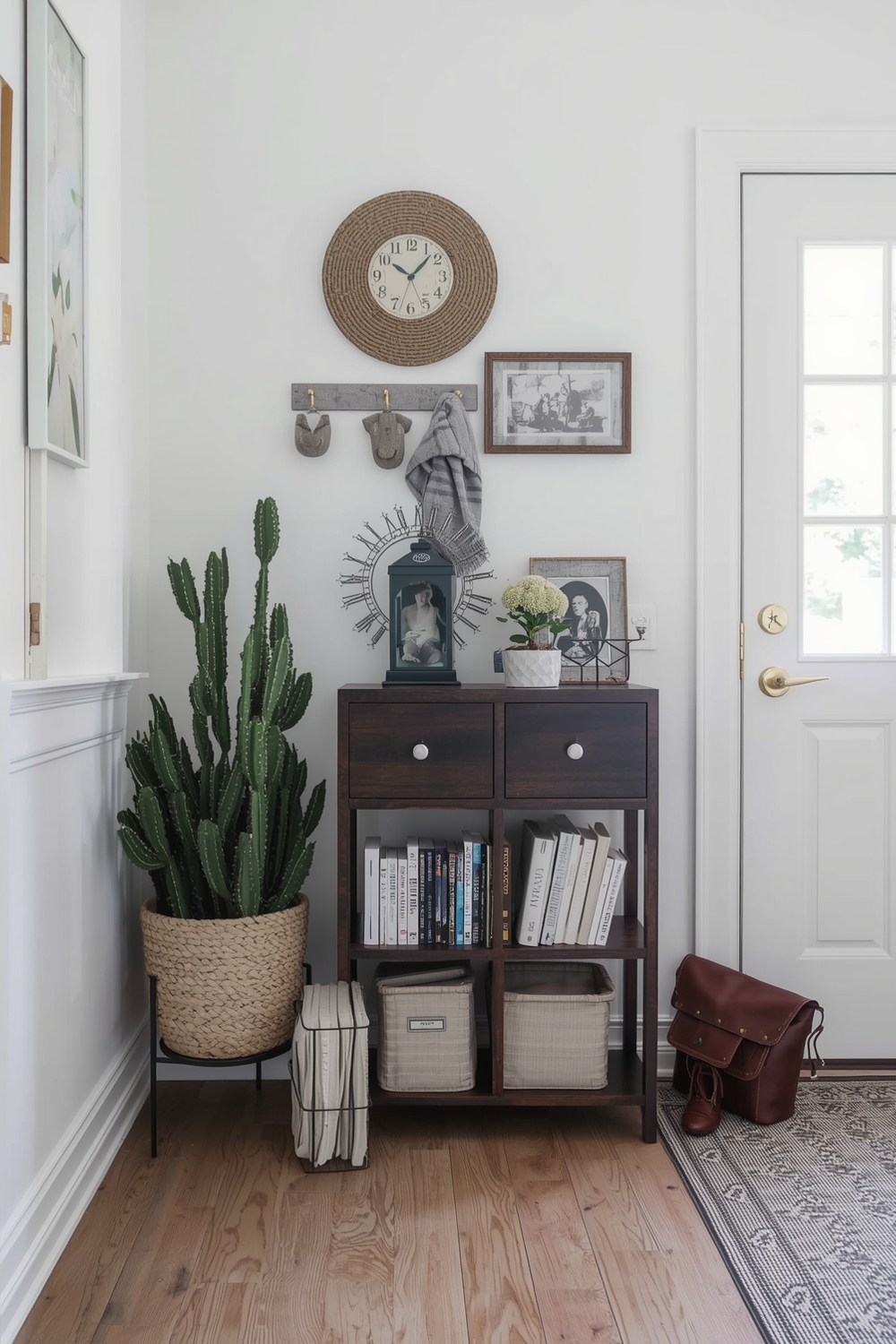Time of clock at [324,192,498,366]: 10:07
